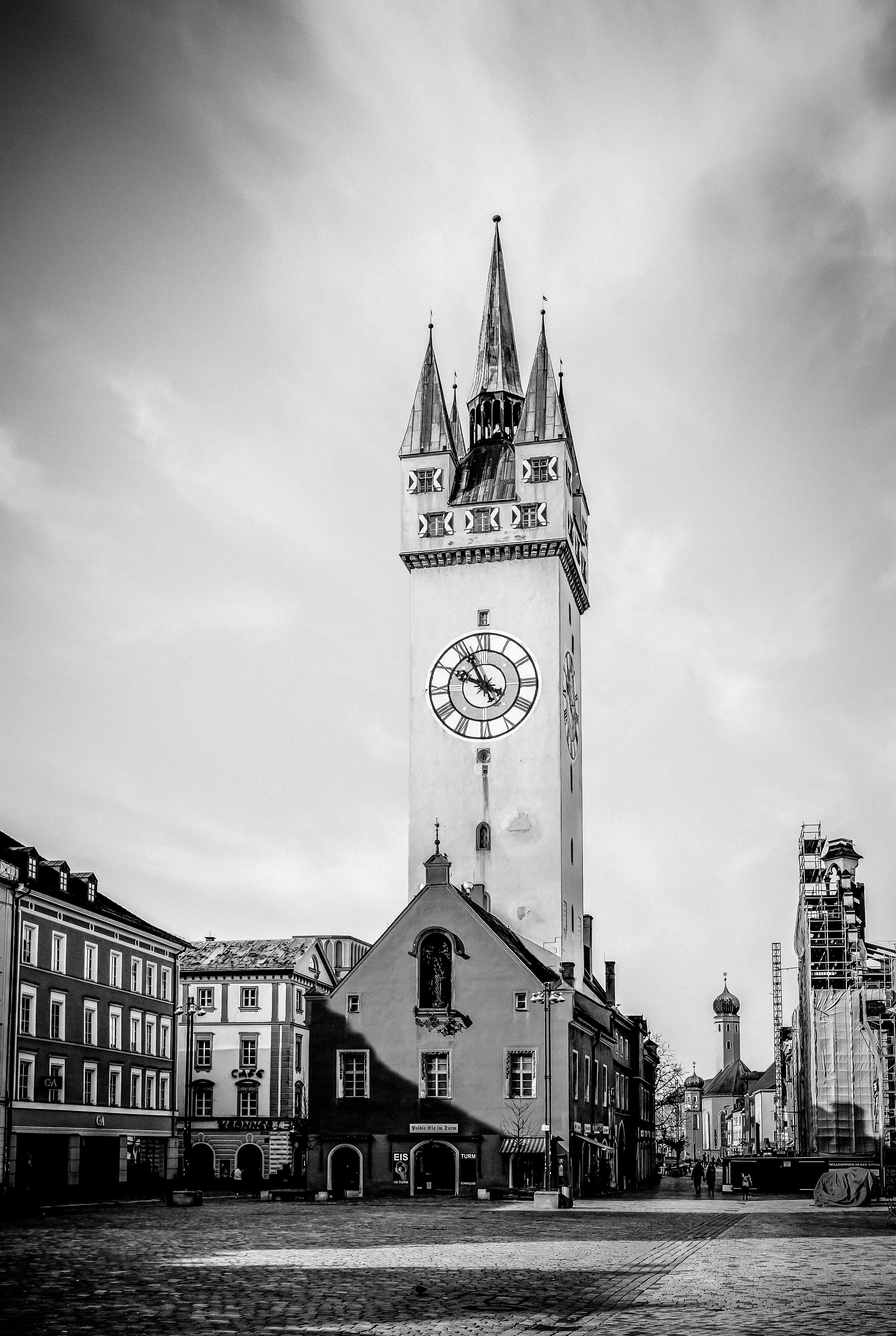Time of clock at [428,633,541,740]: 9:55
